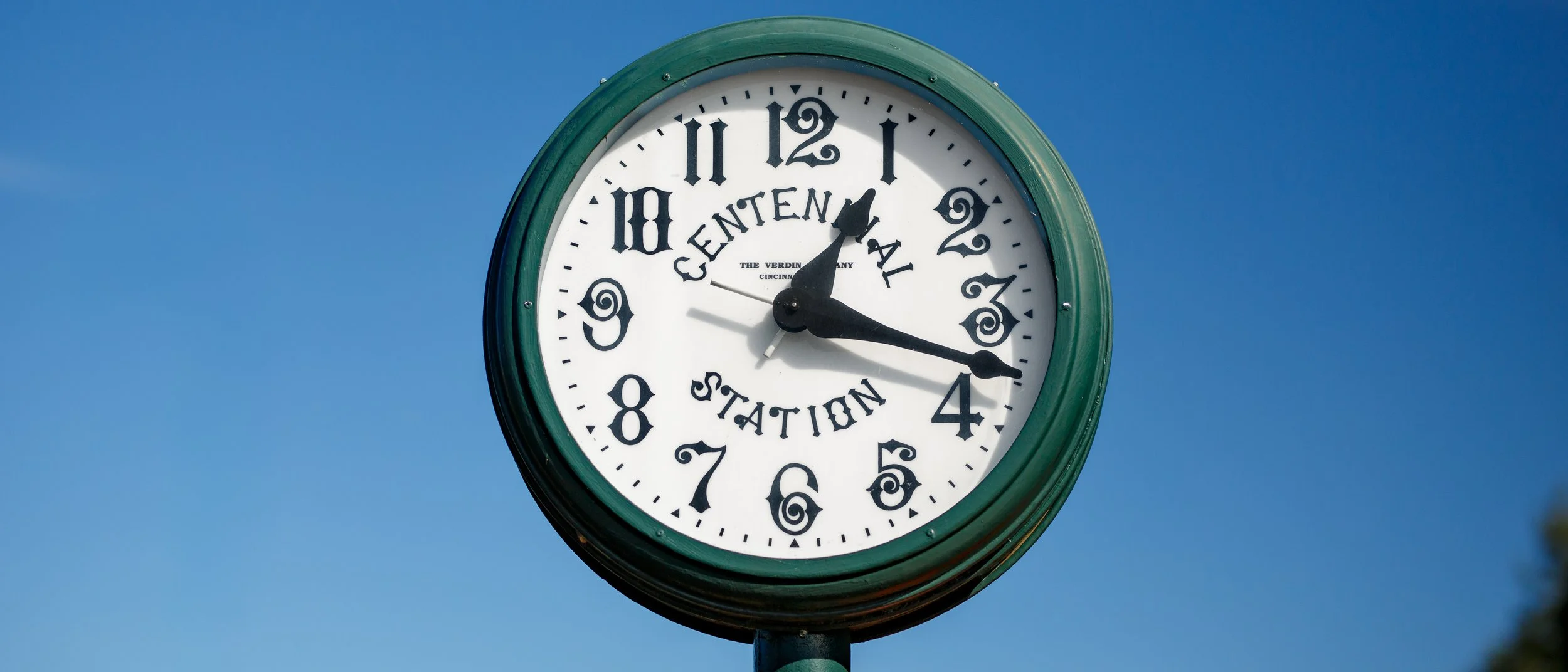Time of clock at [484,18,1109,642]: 1:17
